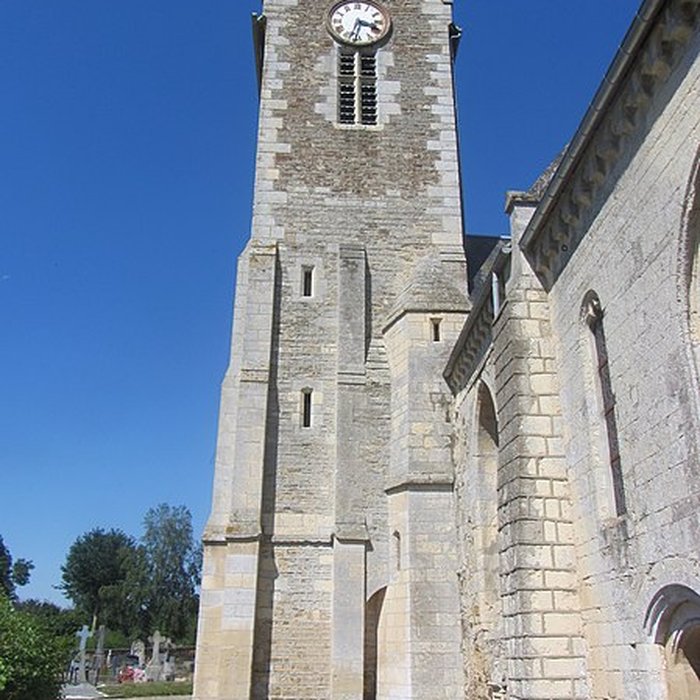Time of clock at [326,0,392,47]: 3:33
